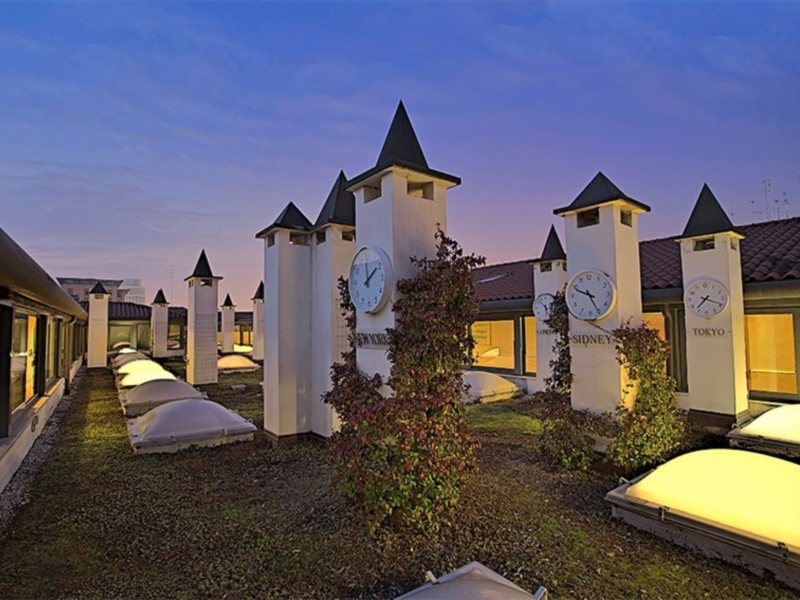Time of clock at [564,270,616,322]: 9:25
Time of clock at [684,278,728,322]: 7:18
